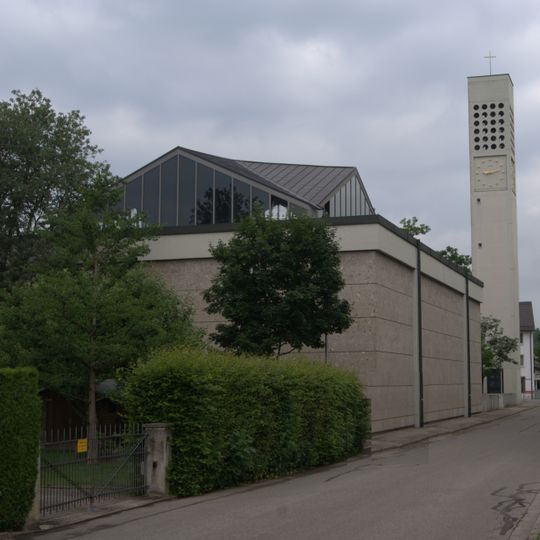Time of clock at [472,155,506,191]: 9:12
